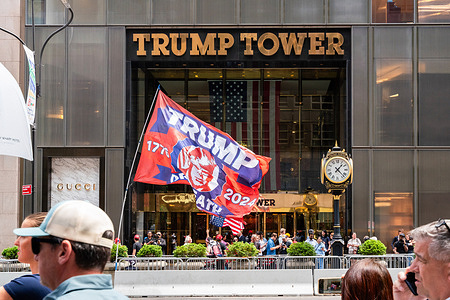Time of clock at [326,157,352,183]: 1:22
